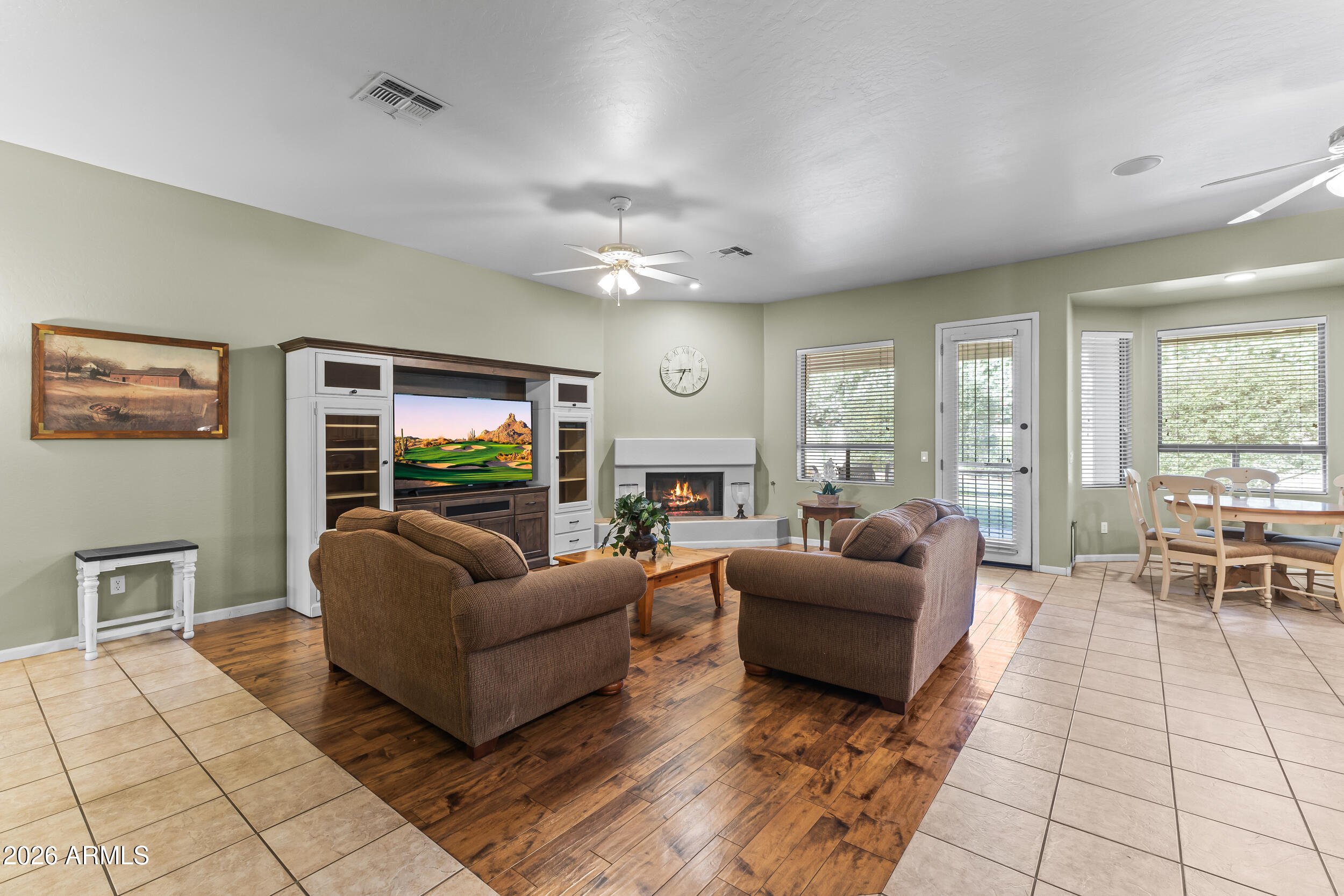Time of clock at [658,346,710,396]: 6:44
